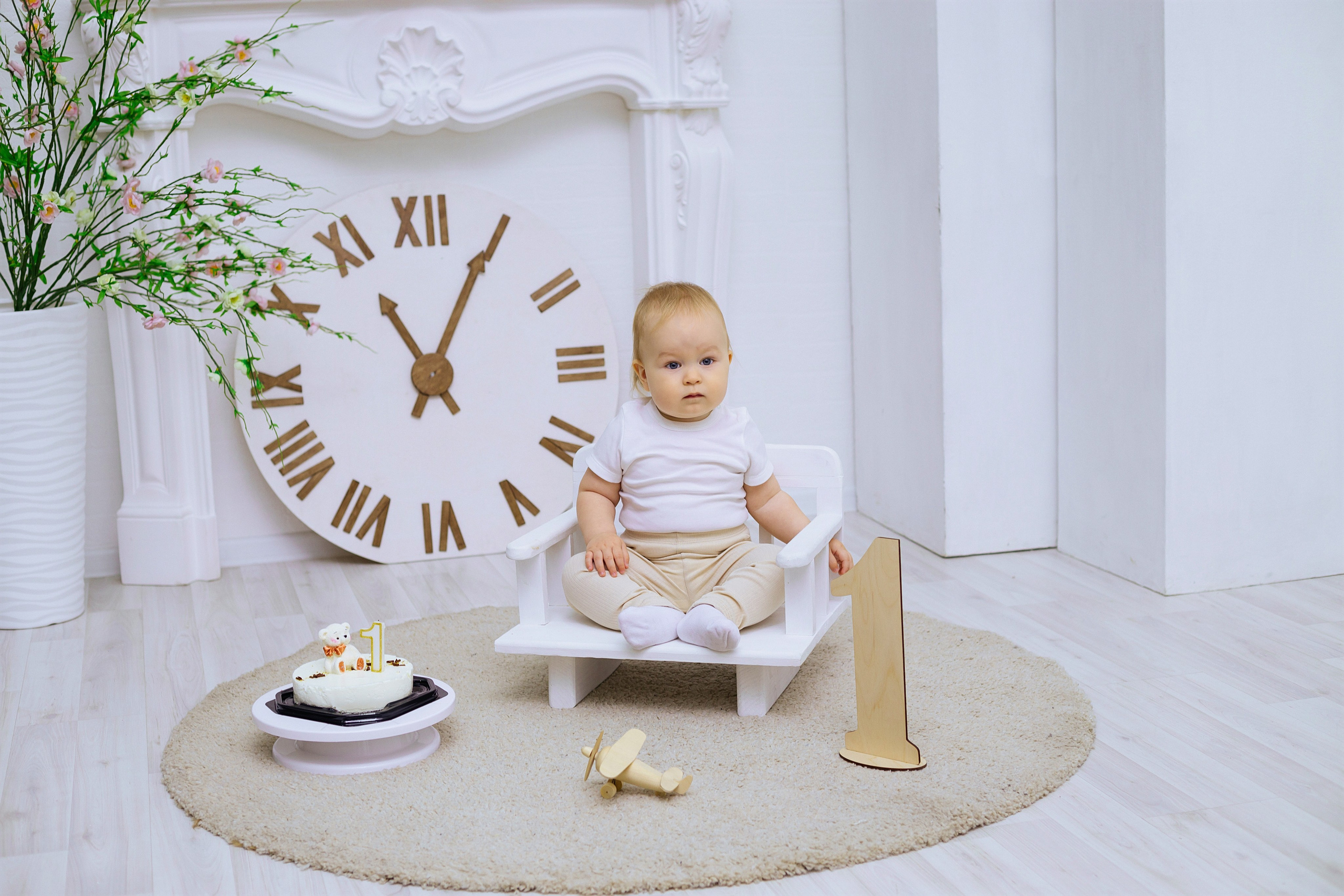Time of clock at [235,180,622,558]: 11:04
